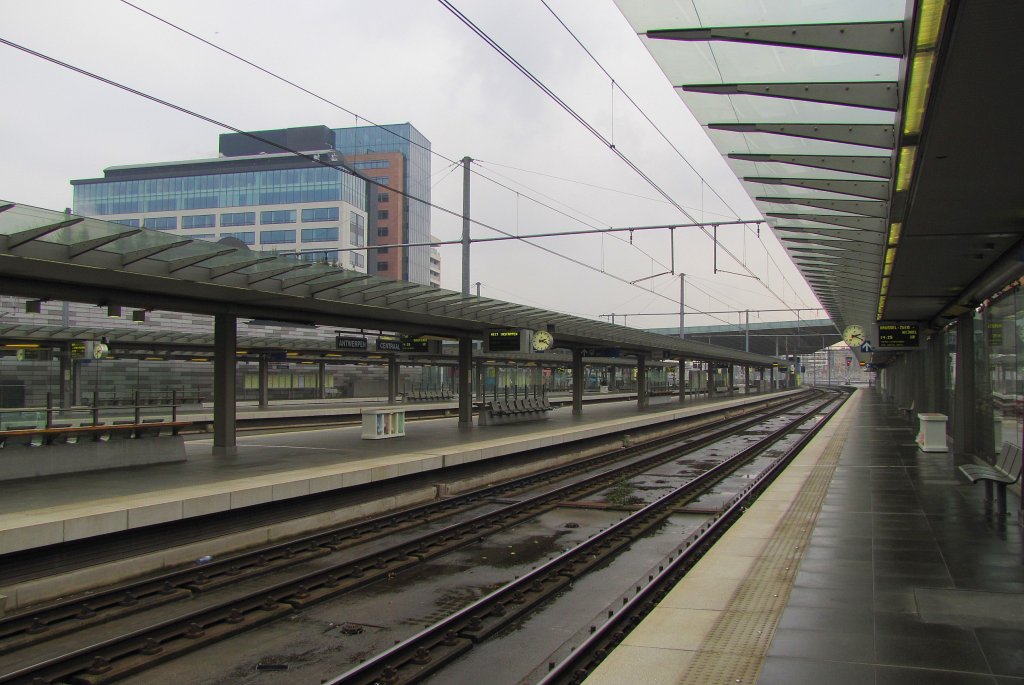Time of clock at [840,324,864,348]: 2:18
